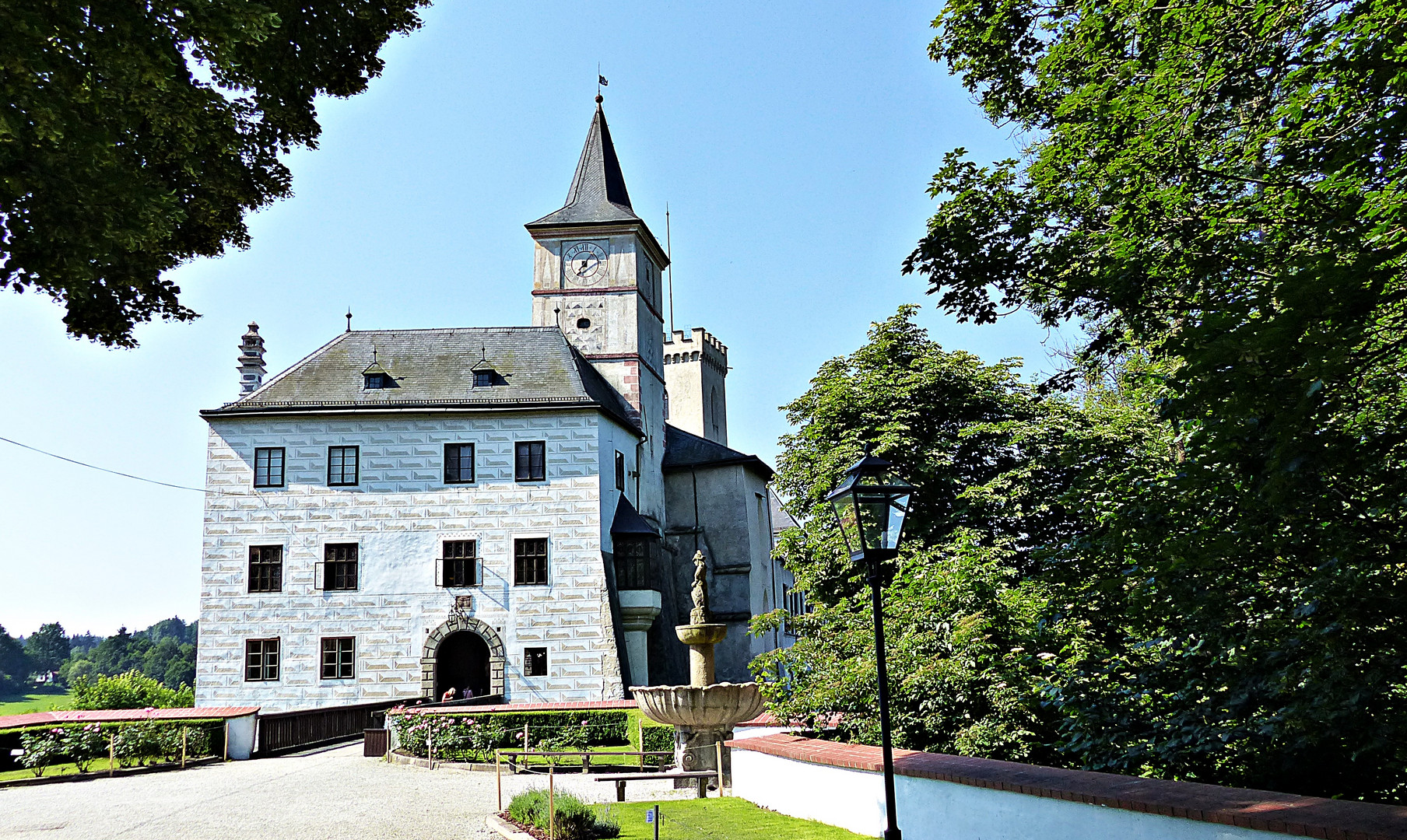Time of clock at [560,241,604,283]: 7:06
